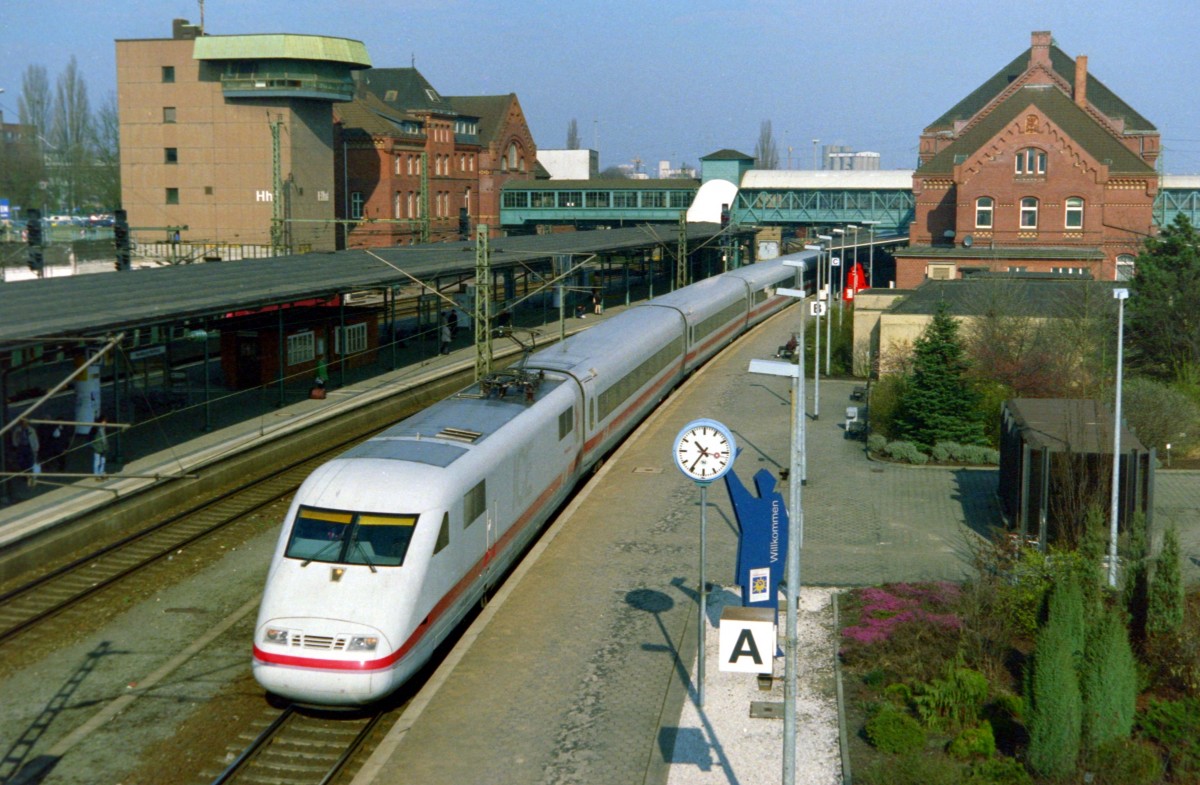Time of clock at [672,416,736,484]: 10:35
